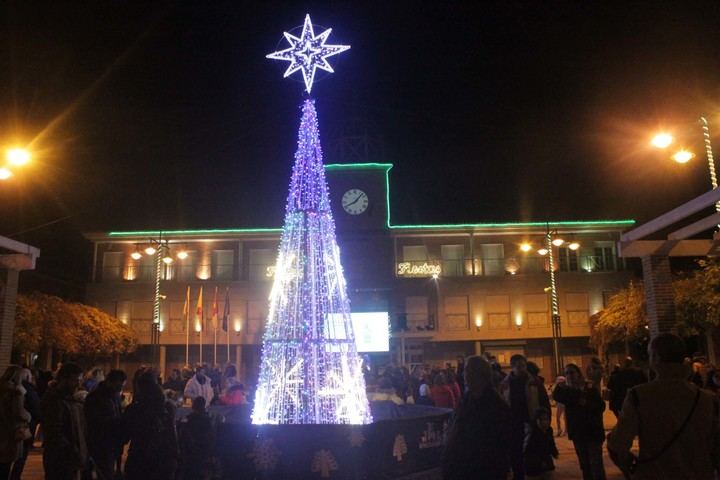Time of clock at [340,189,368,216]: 8:07
